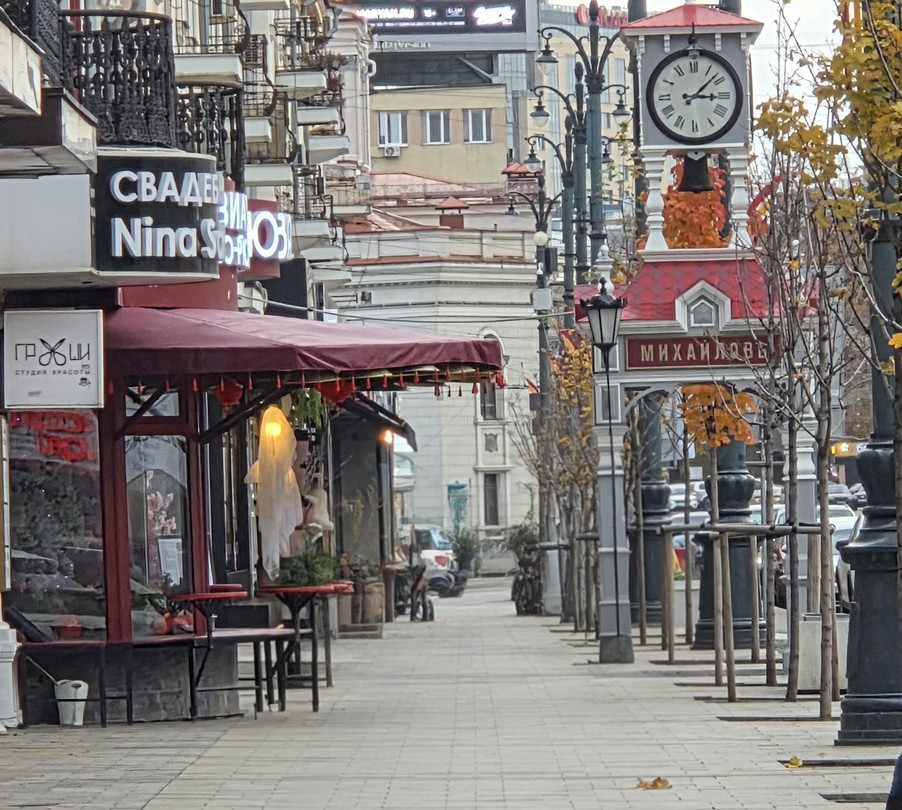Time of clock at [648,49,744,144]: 3:07
